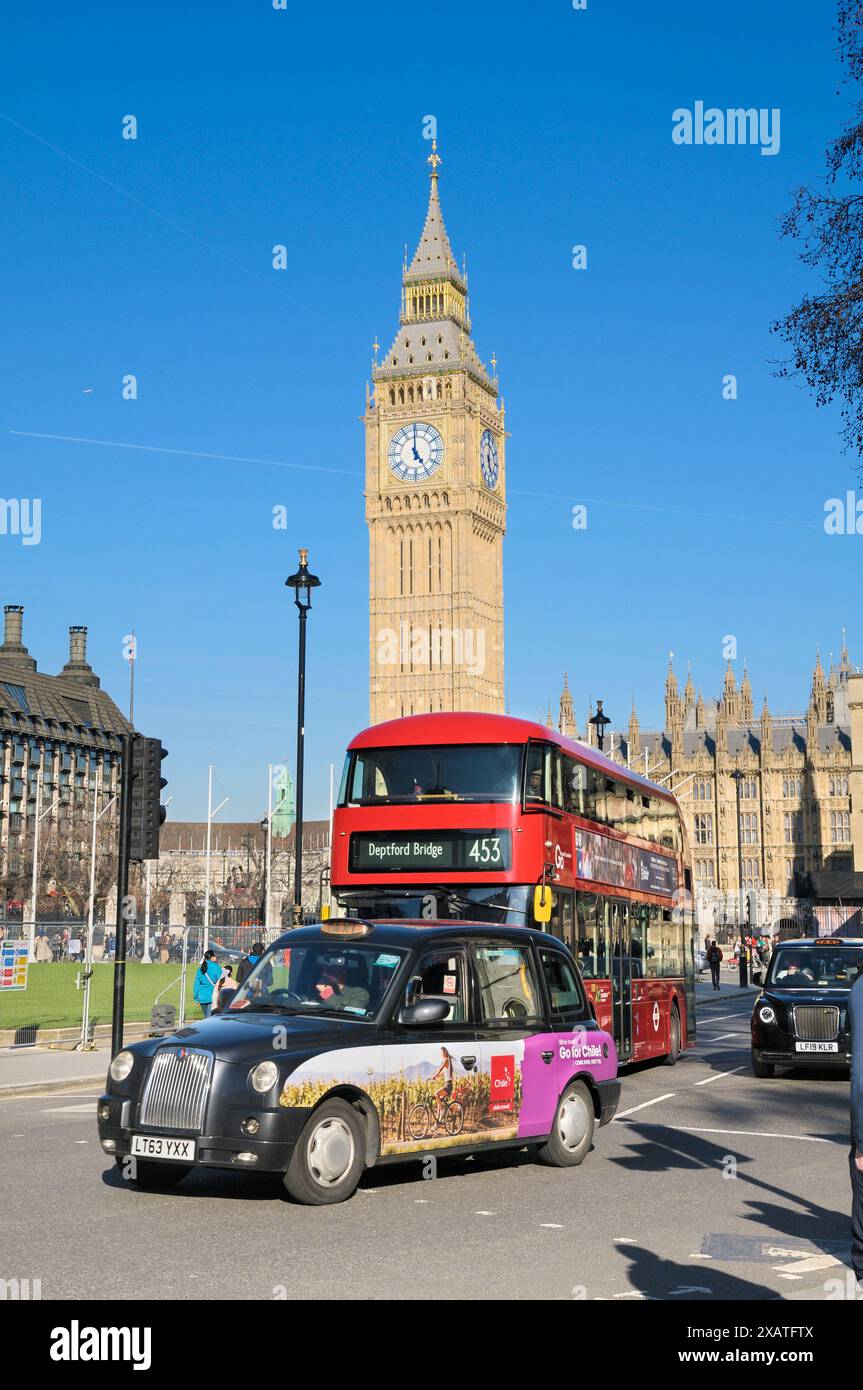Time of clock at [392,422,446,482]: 4:59
